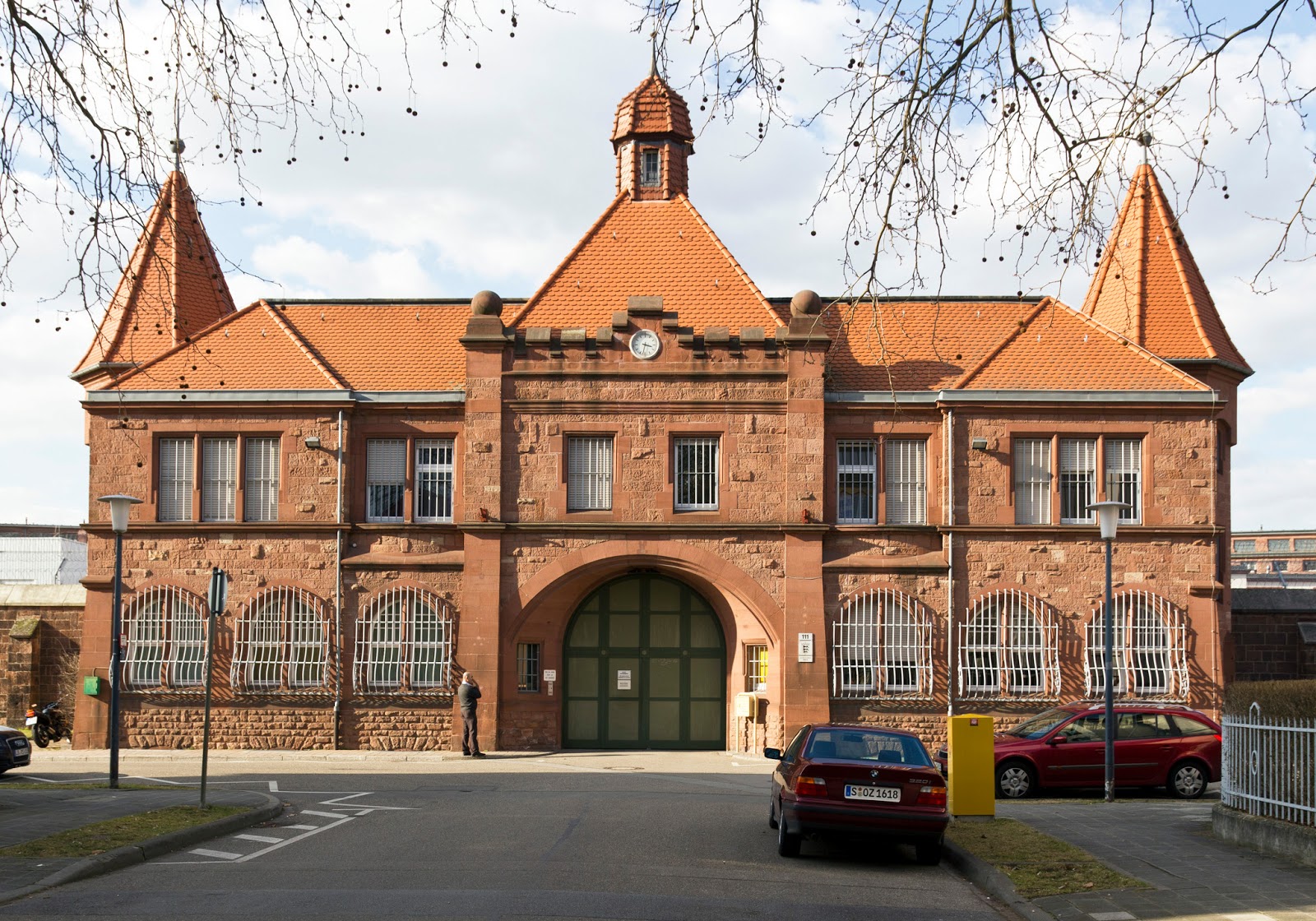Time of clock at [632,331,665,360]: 3:32
